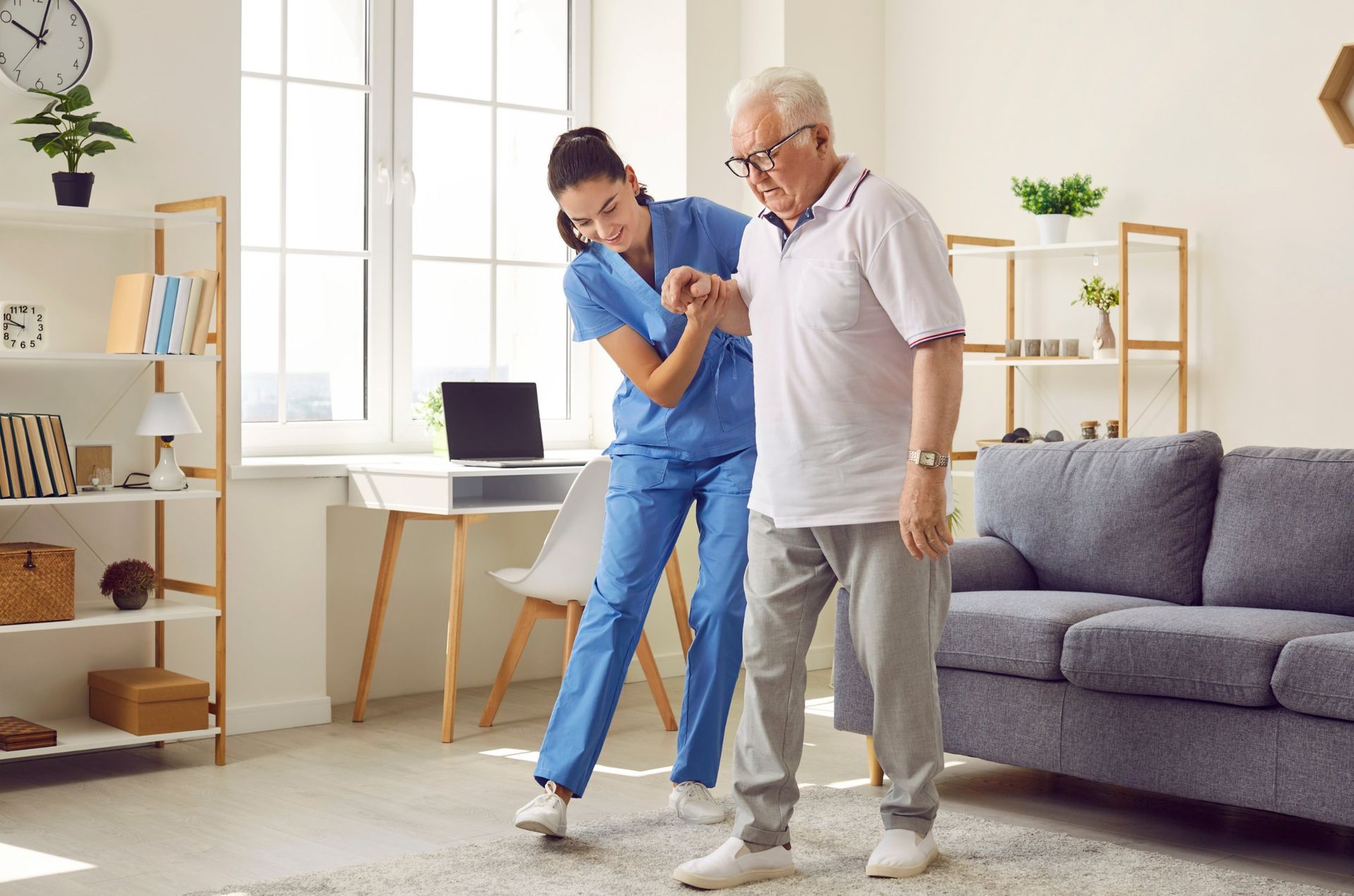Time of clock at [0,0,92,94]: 10:03
